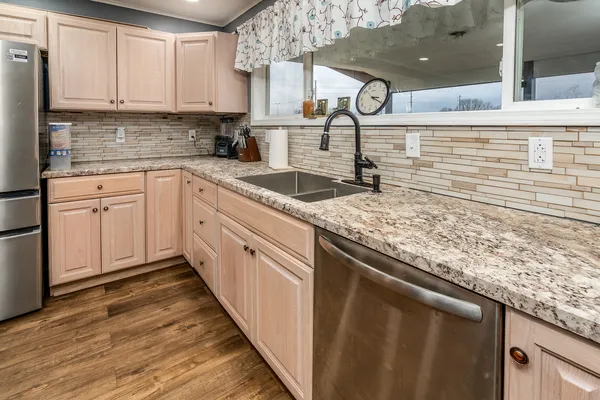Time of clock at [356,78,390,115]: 3:20
